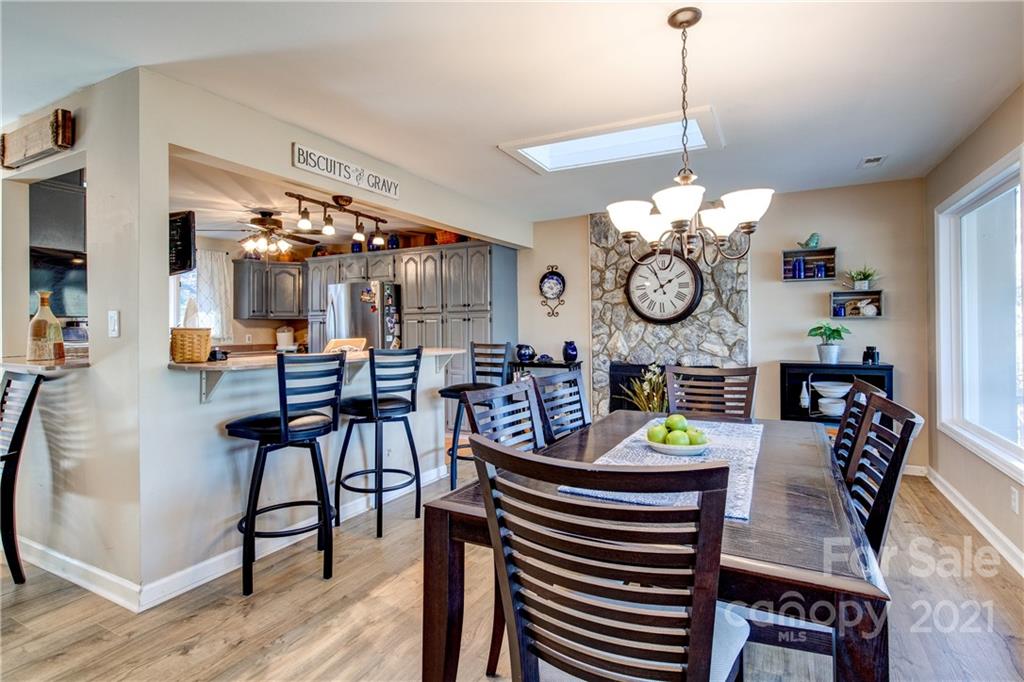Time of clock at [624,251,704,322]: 1:56
